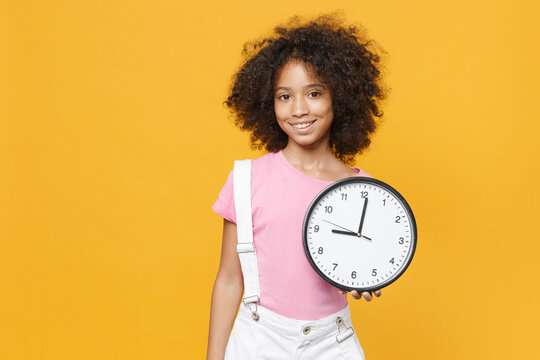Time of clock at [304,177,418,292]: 9:00
